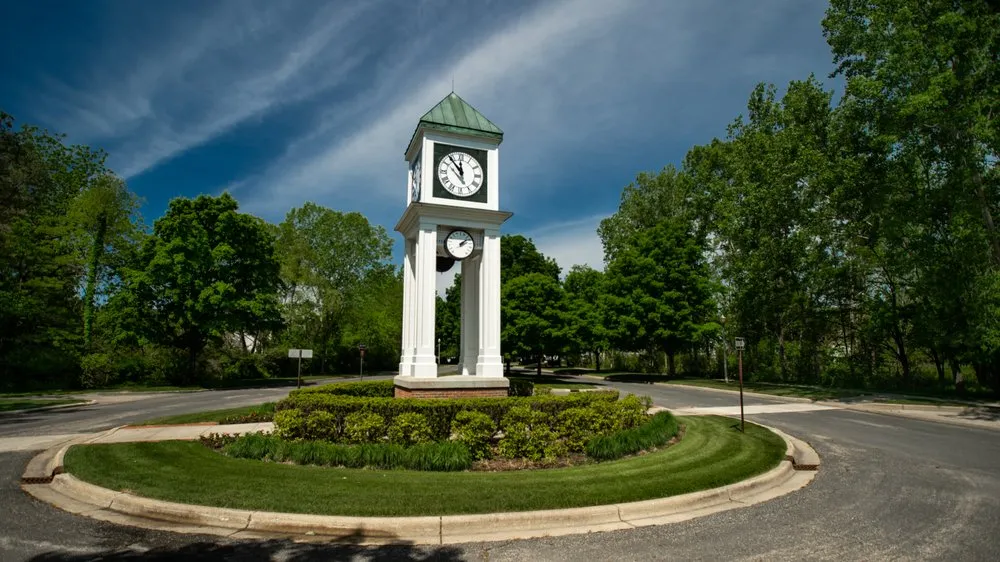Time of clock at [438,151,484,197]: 11:53
